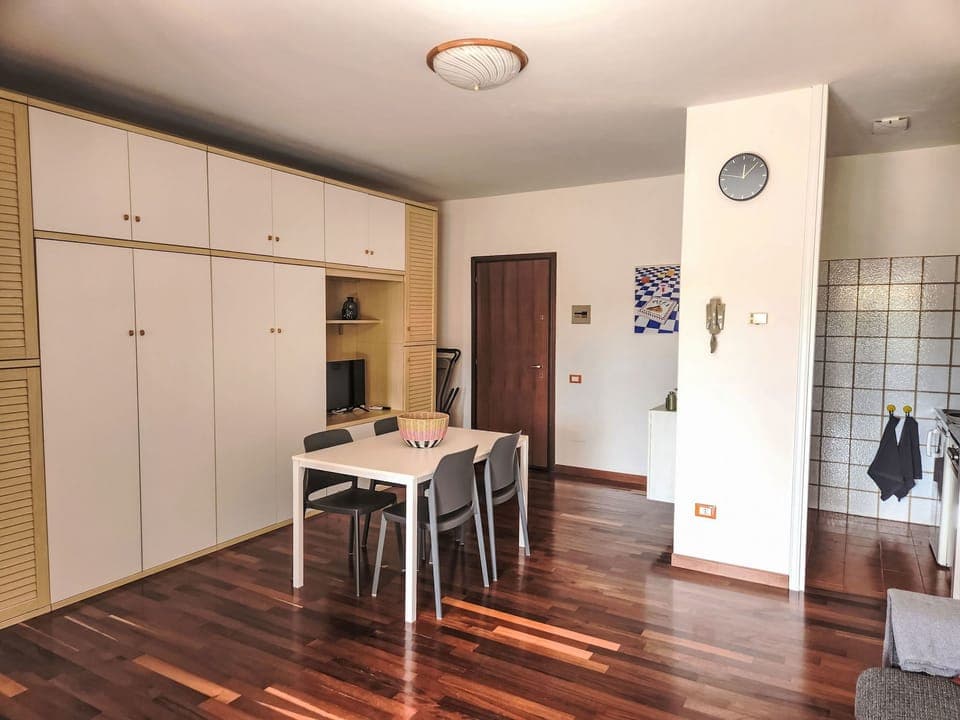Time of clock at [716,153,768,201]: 12:07
